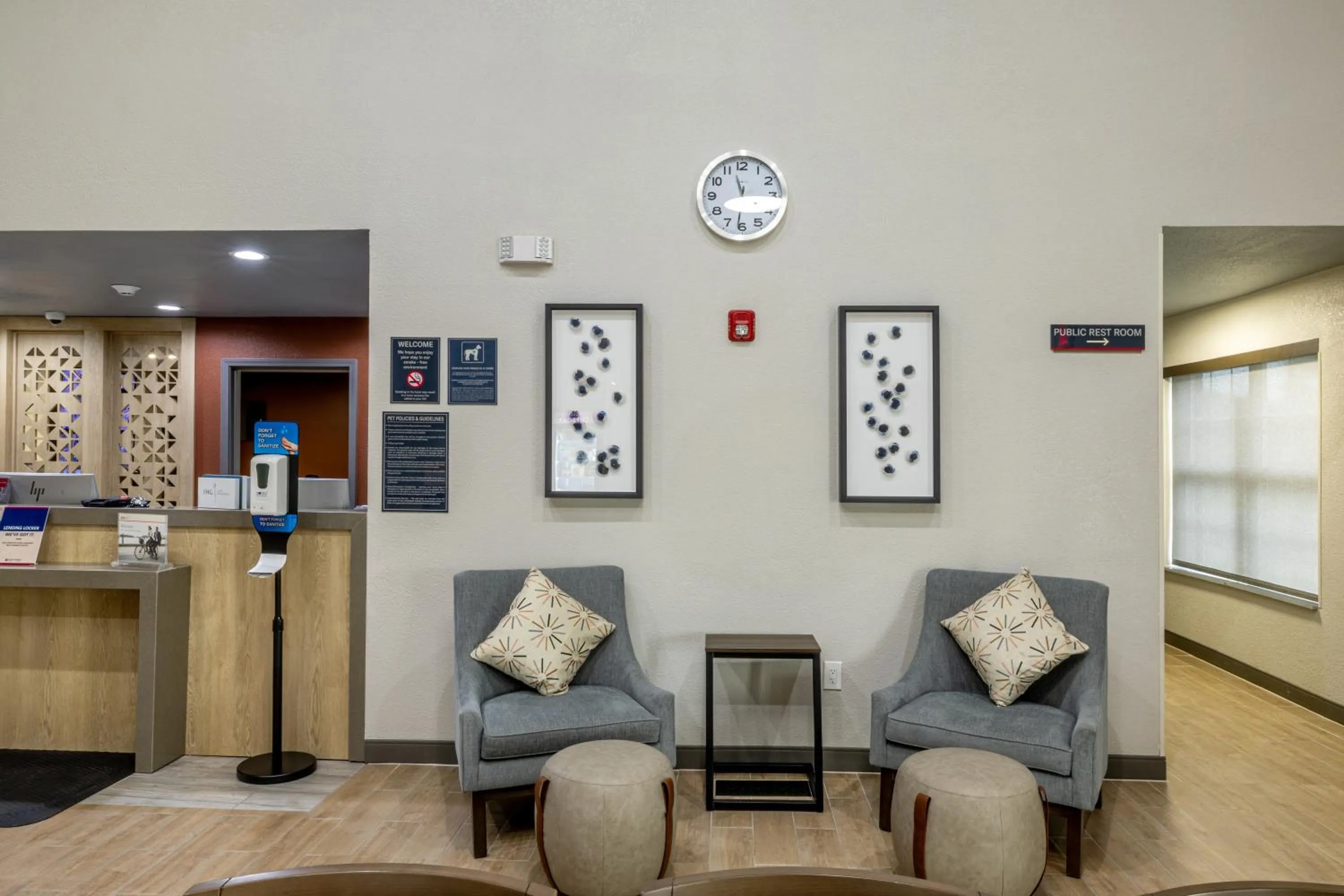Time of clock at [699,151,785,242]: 11:31
